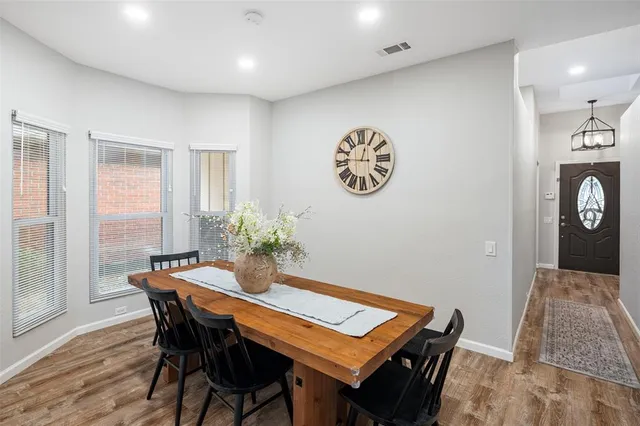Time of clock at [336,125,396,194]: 12:46
